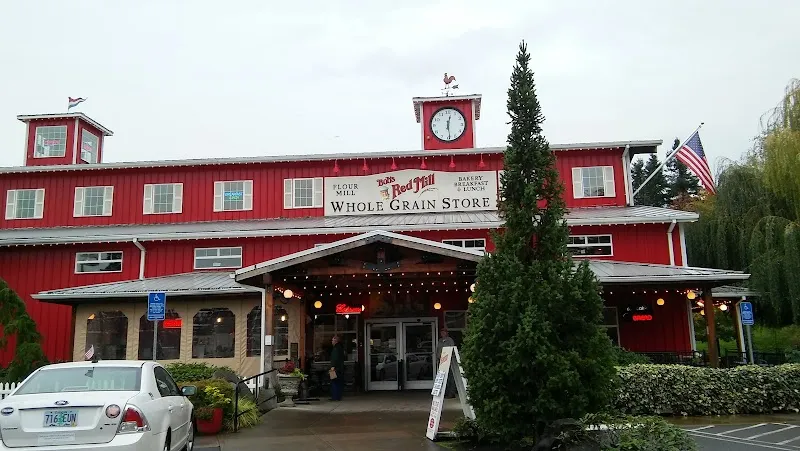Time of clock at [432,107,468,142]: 12:28
